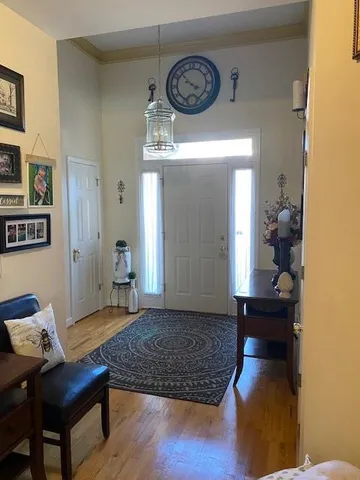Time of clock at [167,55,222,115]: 3:52
